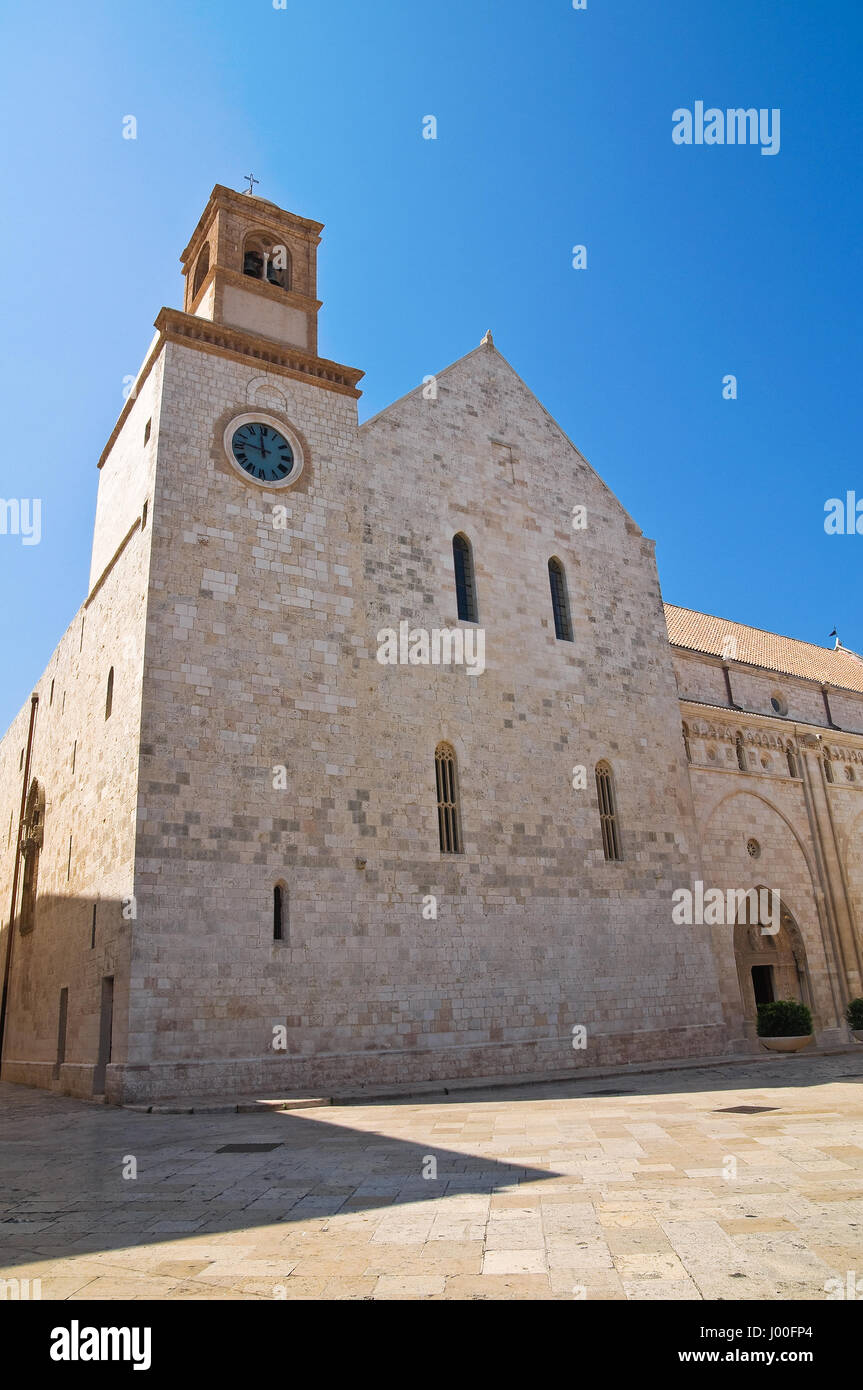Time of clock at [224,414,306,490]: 11:46
